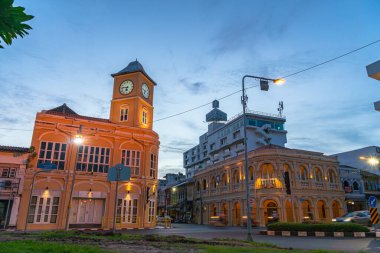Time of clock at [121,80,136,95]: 6:46
